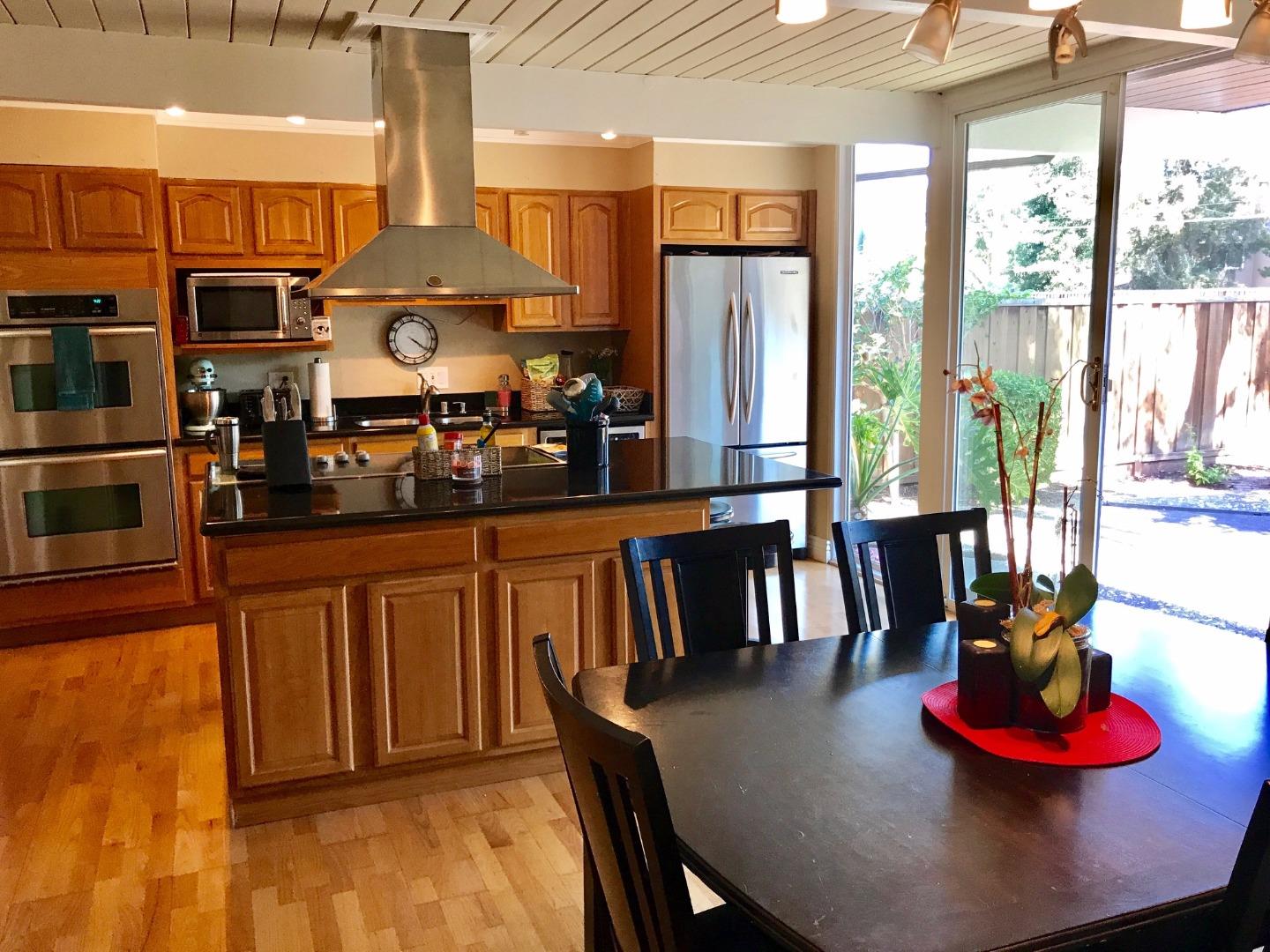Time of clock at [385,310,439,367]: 4:21
